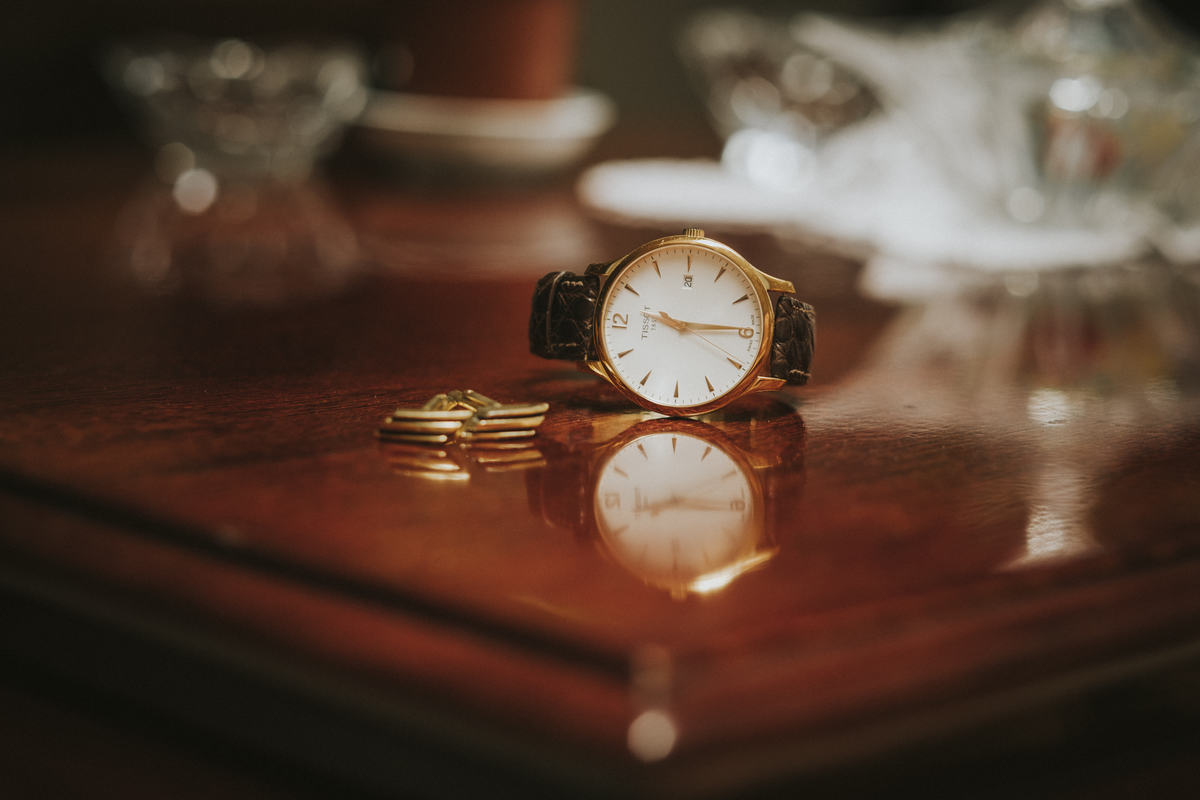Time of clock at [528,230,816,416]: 9:14
